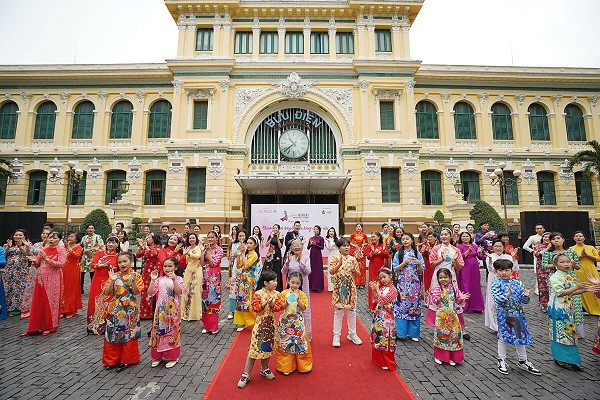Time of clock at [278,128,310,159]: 10:38
